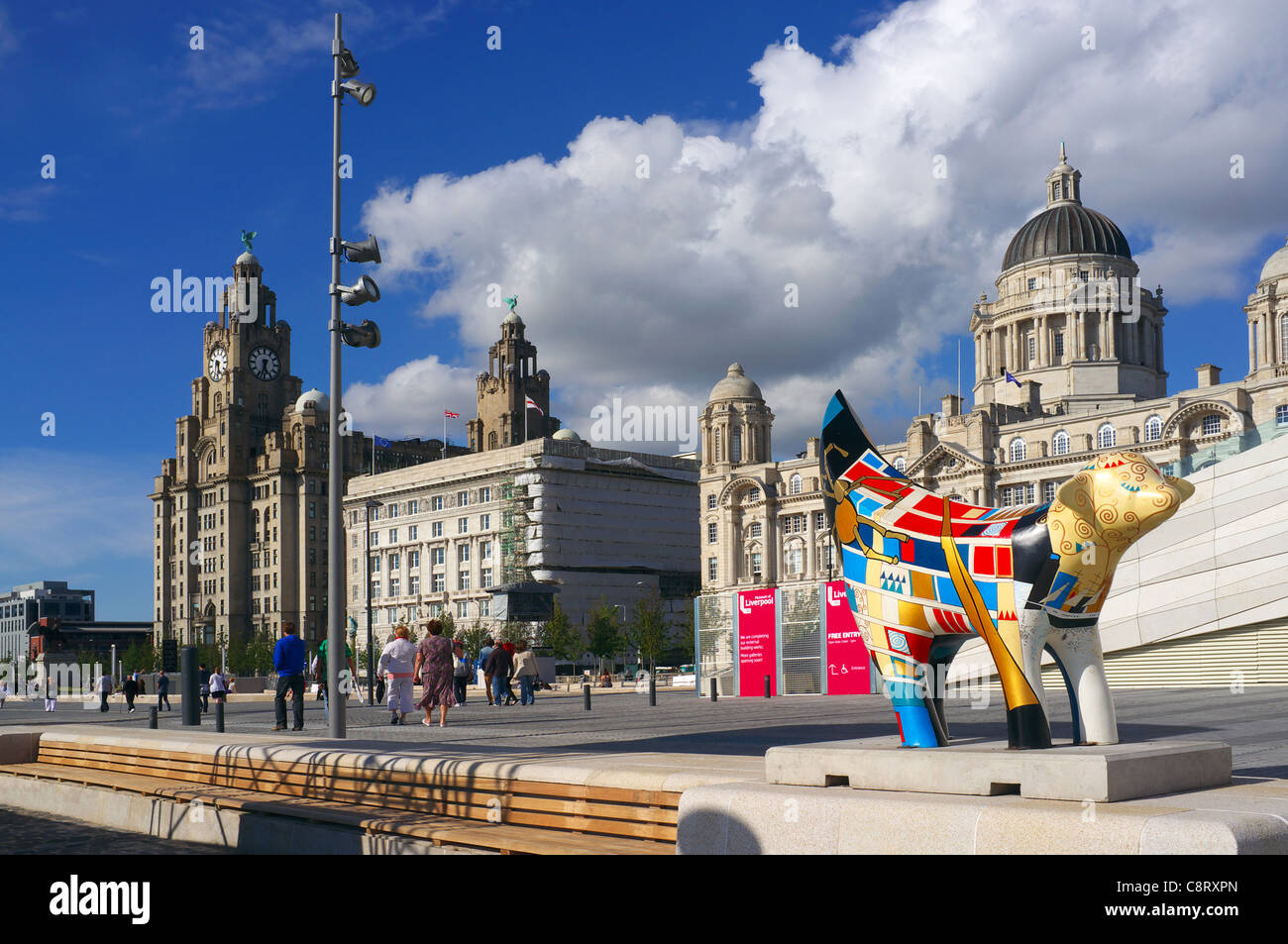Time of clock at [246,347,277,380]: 5:33
